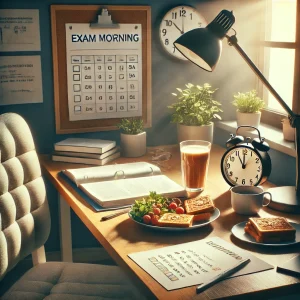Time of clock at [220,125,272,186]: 11:00
